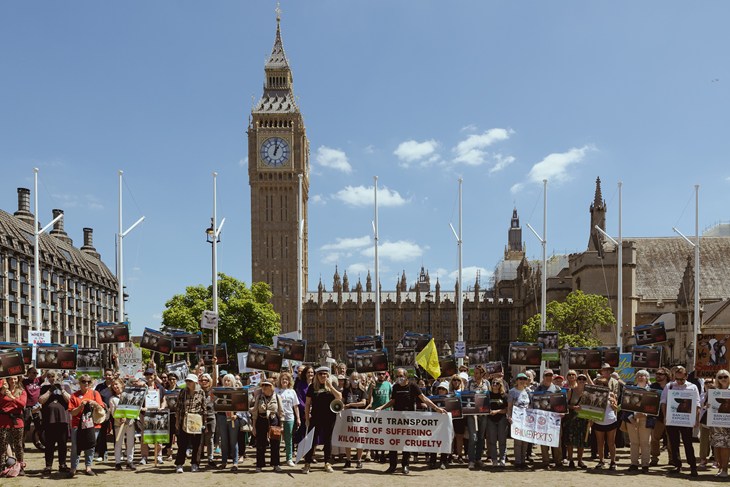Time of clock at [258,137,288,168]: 1:01
